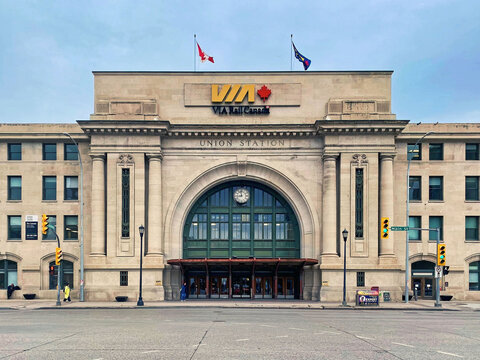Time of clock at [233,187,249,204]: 8:58
